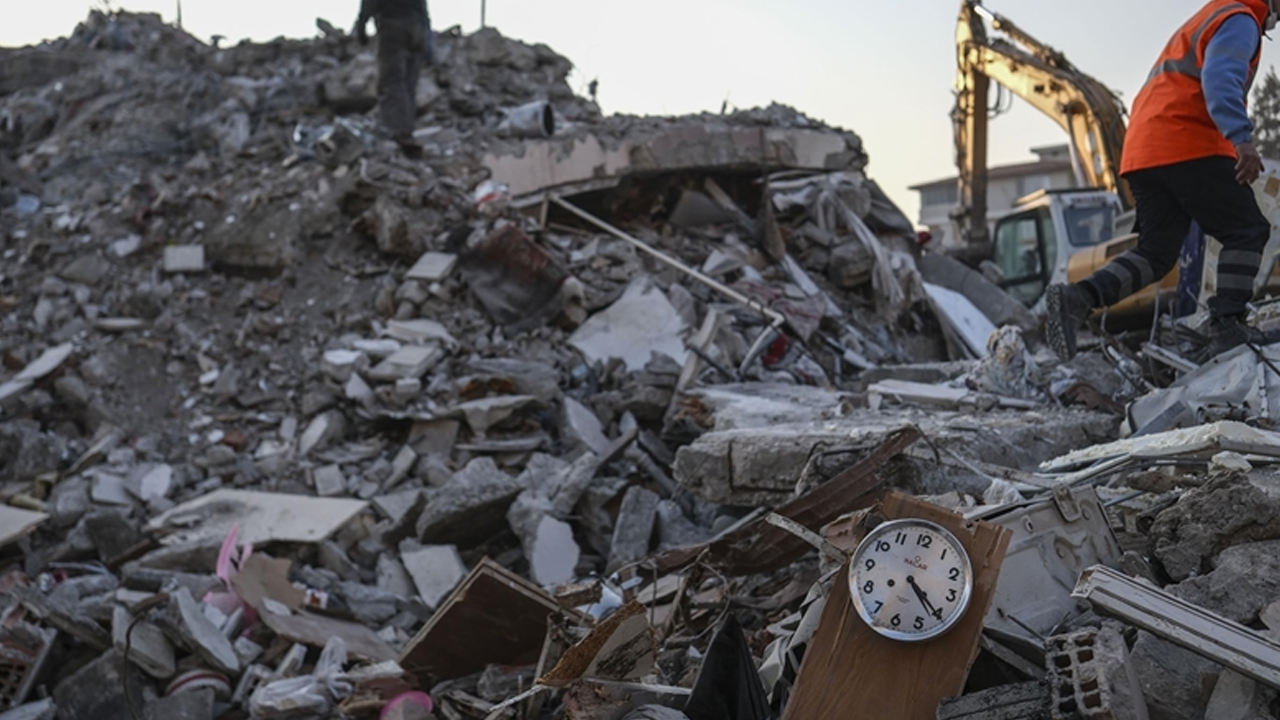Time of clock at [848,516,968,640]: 4:20
